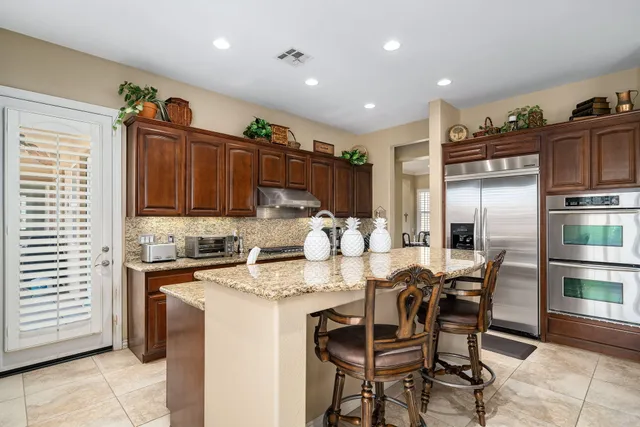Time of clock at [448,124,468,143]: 1:28
